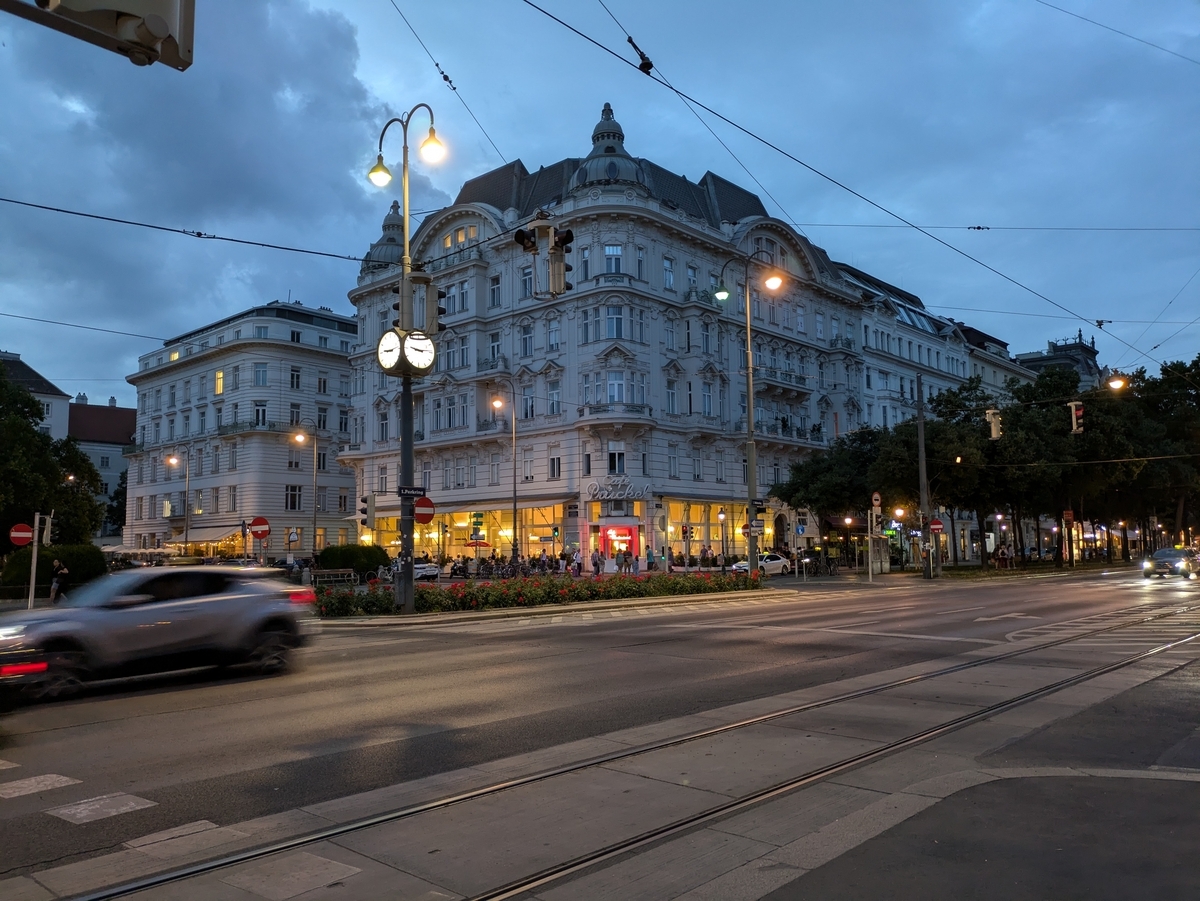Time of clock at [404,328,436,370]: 9:13
